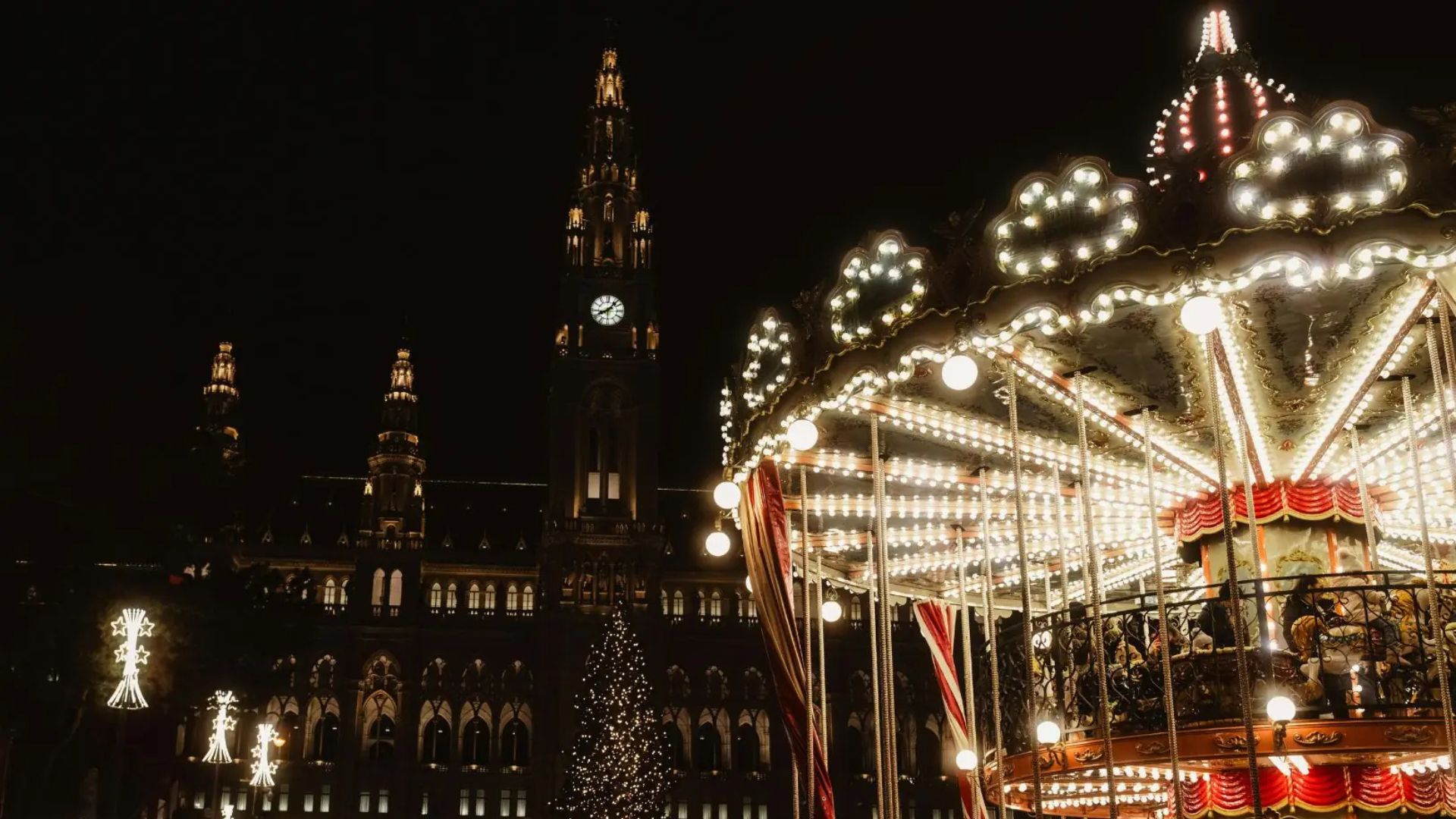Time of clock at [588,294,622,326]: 8:07
